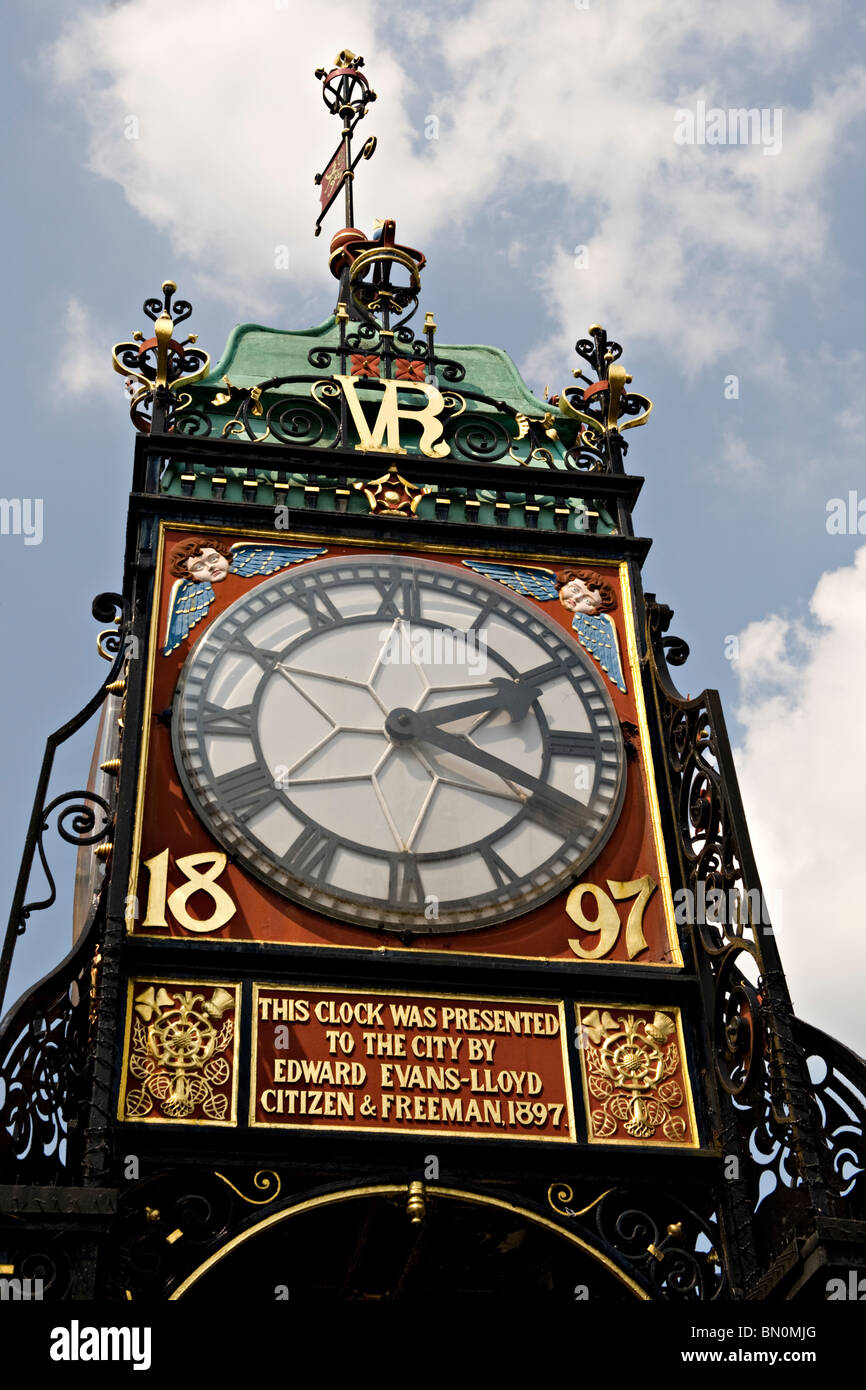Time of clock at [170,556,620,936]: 2:18
